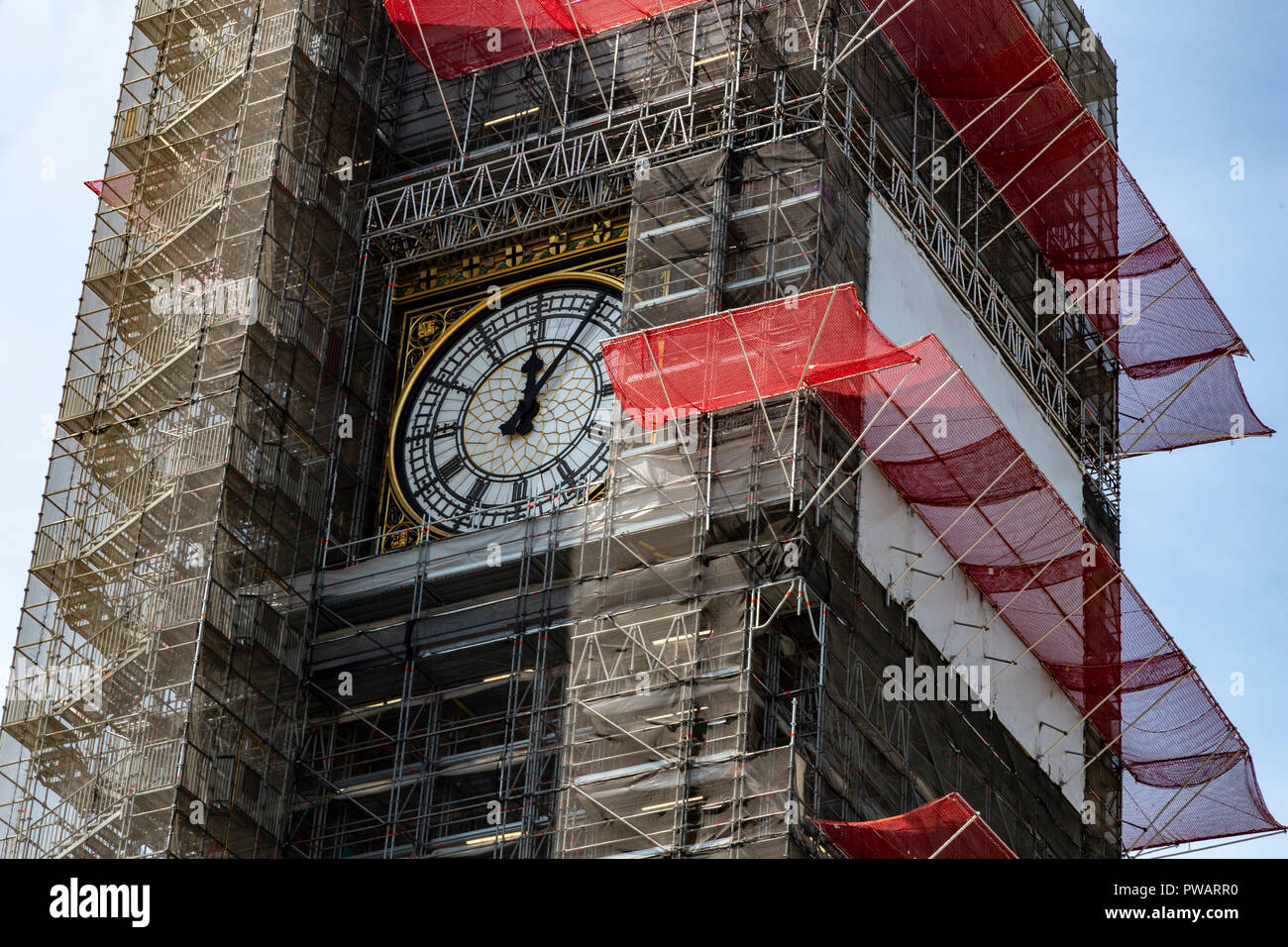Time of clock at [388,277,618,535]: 12:06
